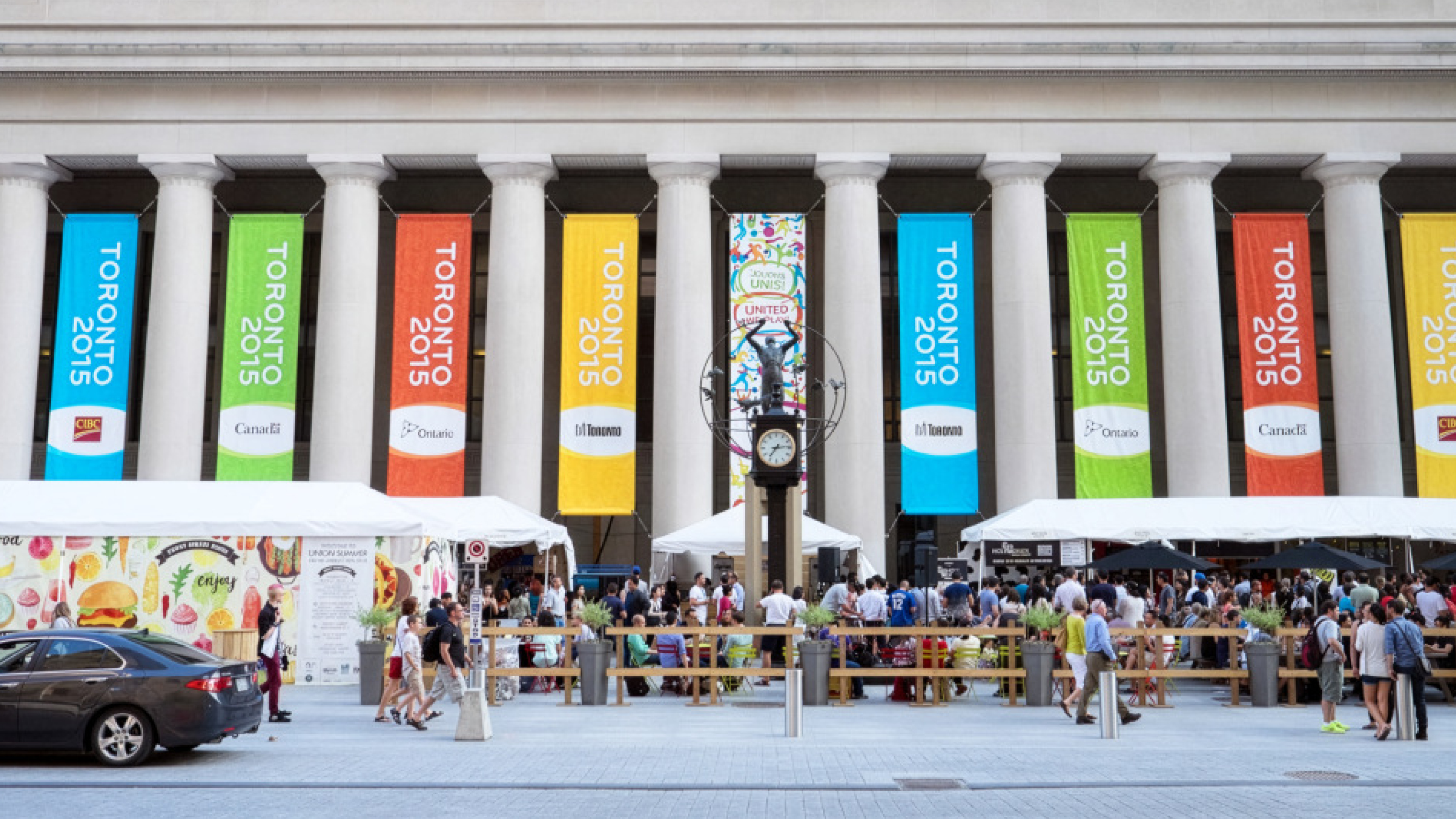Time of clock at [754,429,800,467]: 7:13
